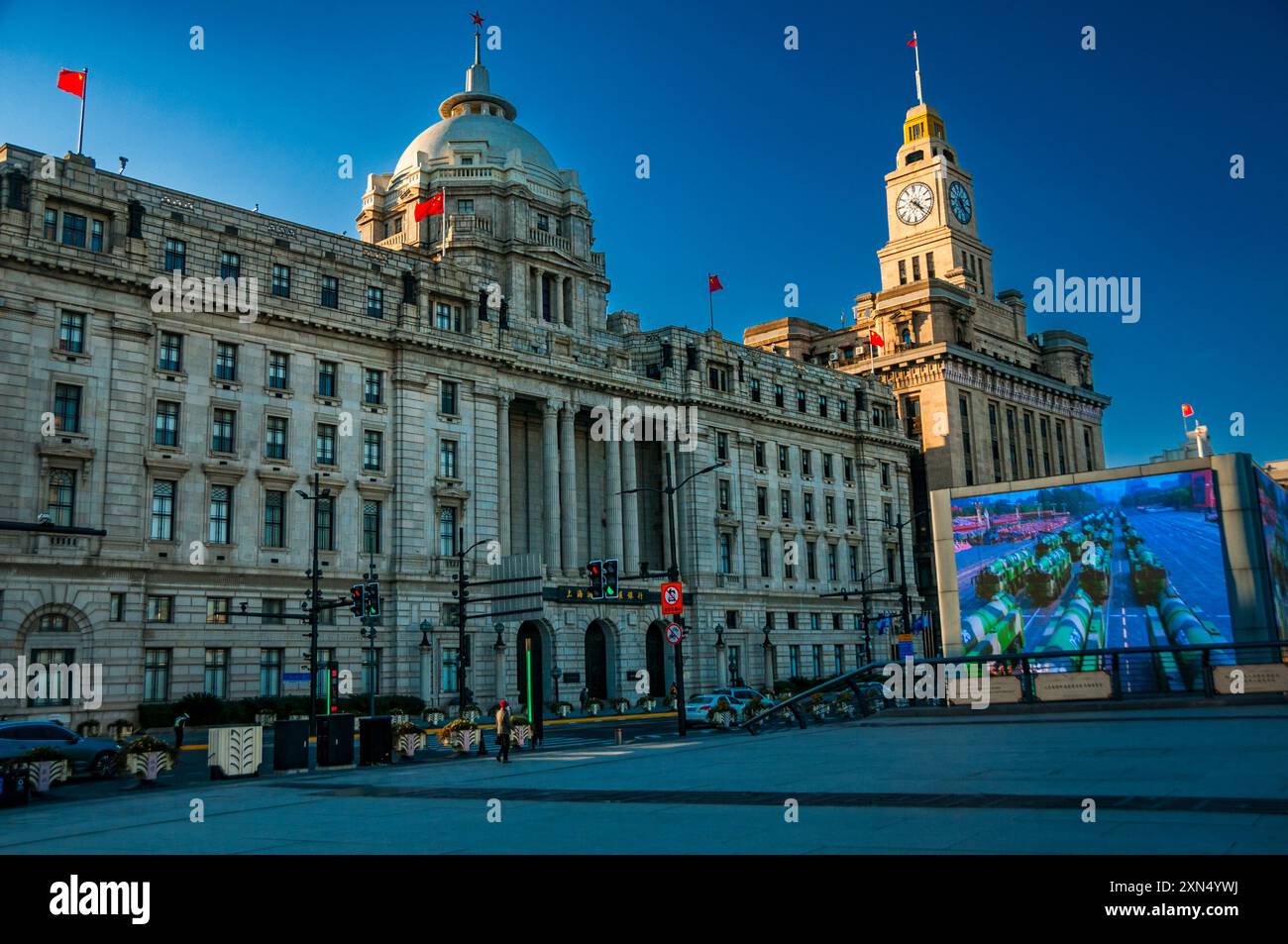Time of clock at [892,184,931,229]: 4:22
